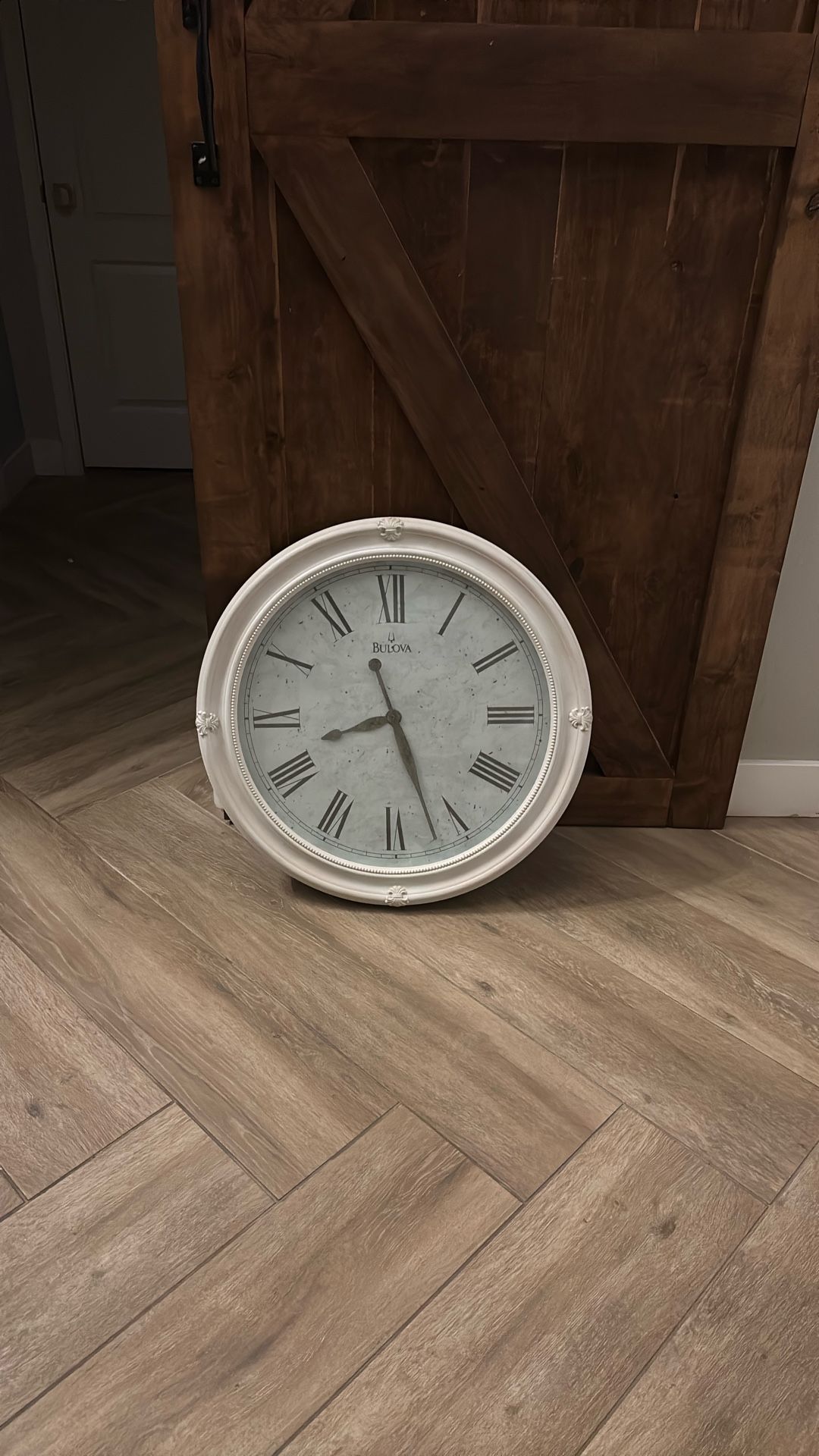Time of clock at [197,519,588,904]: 8:26
